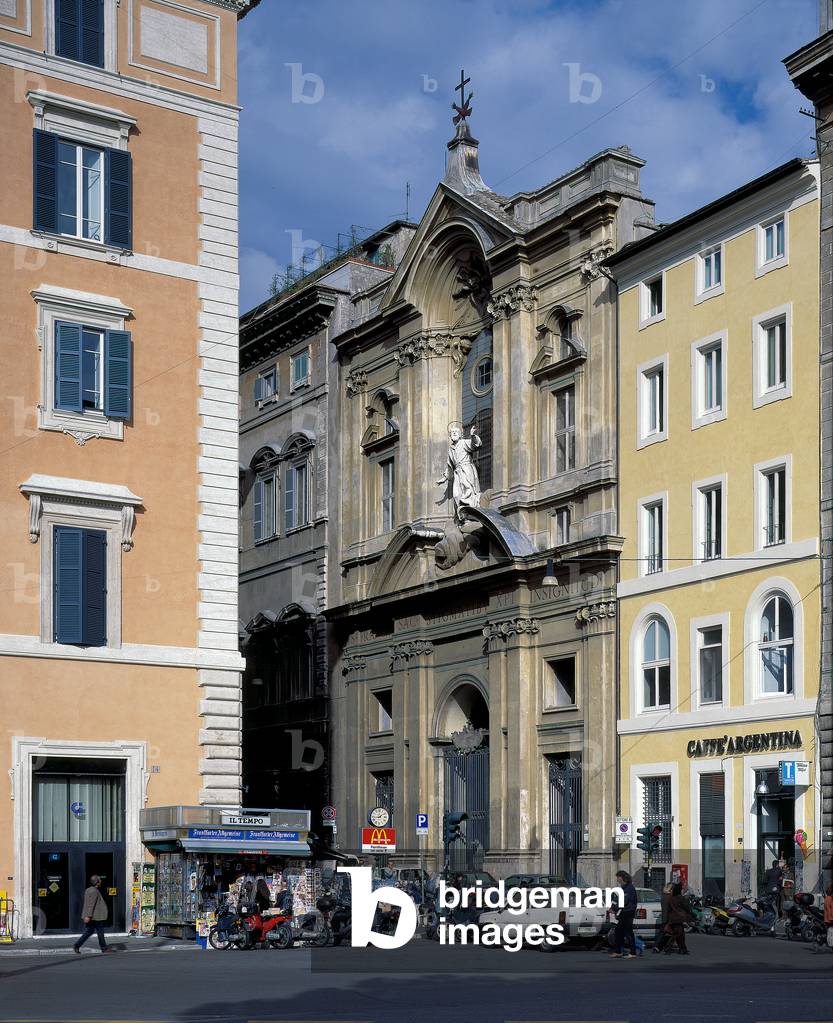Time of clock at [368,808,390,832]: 1:43
